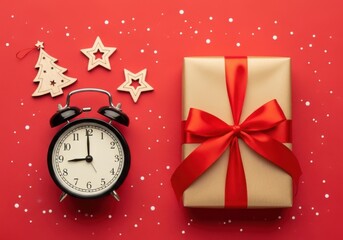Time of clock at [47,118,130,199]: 8:59
